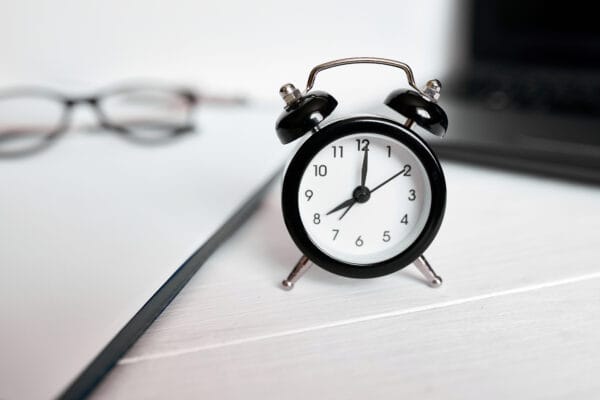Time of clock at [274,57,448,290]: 8:01
